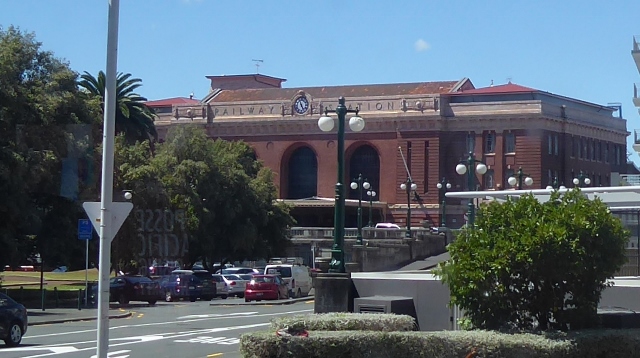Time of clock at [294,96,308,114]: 4:56
